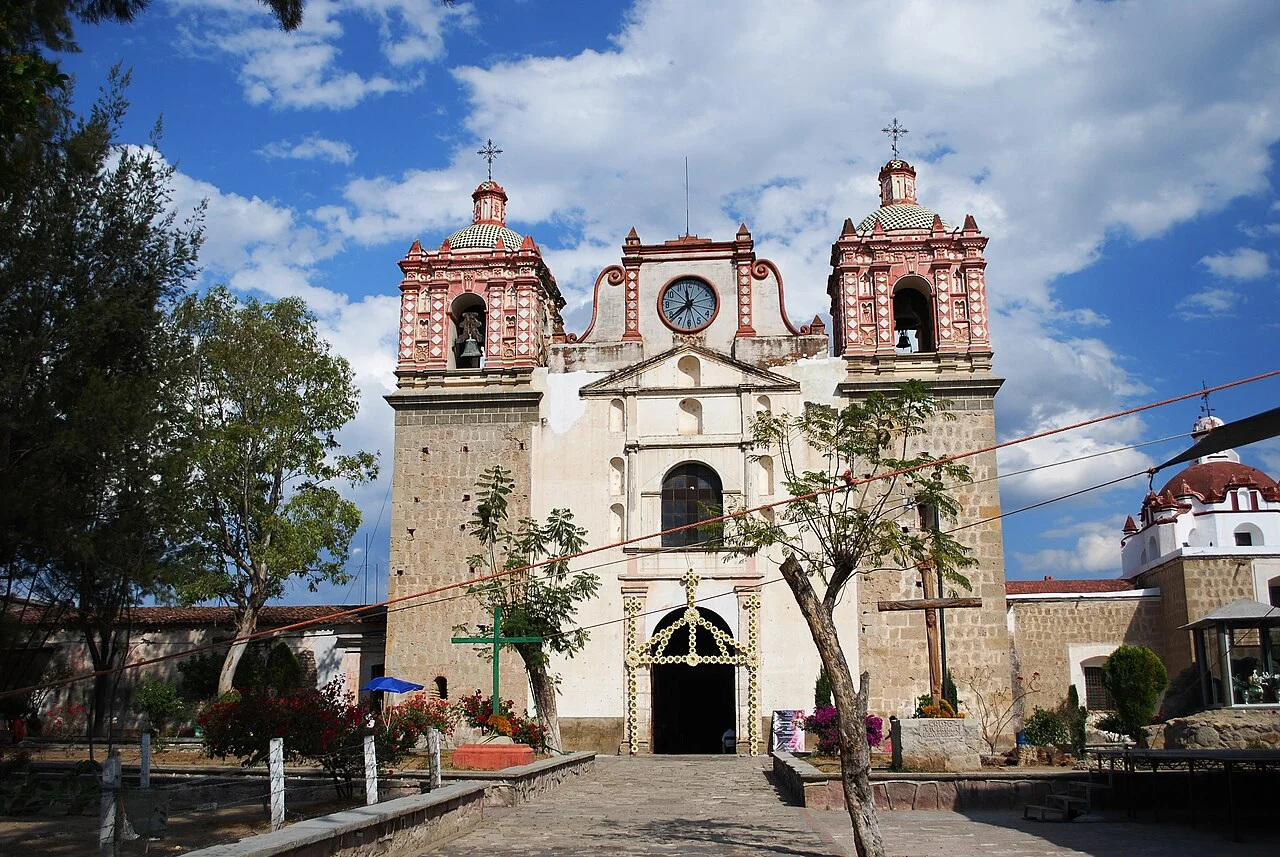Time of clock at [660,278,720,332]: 11:38
